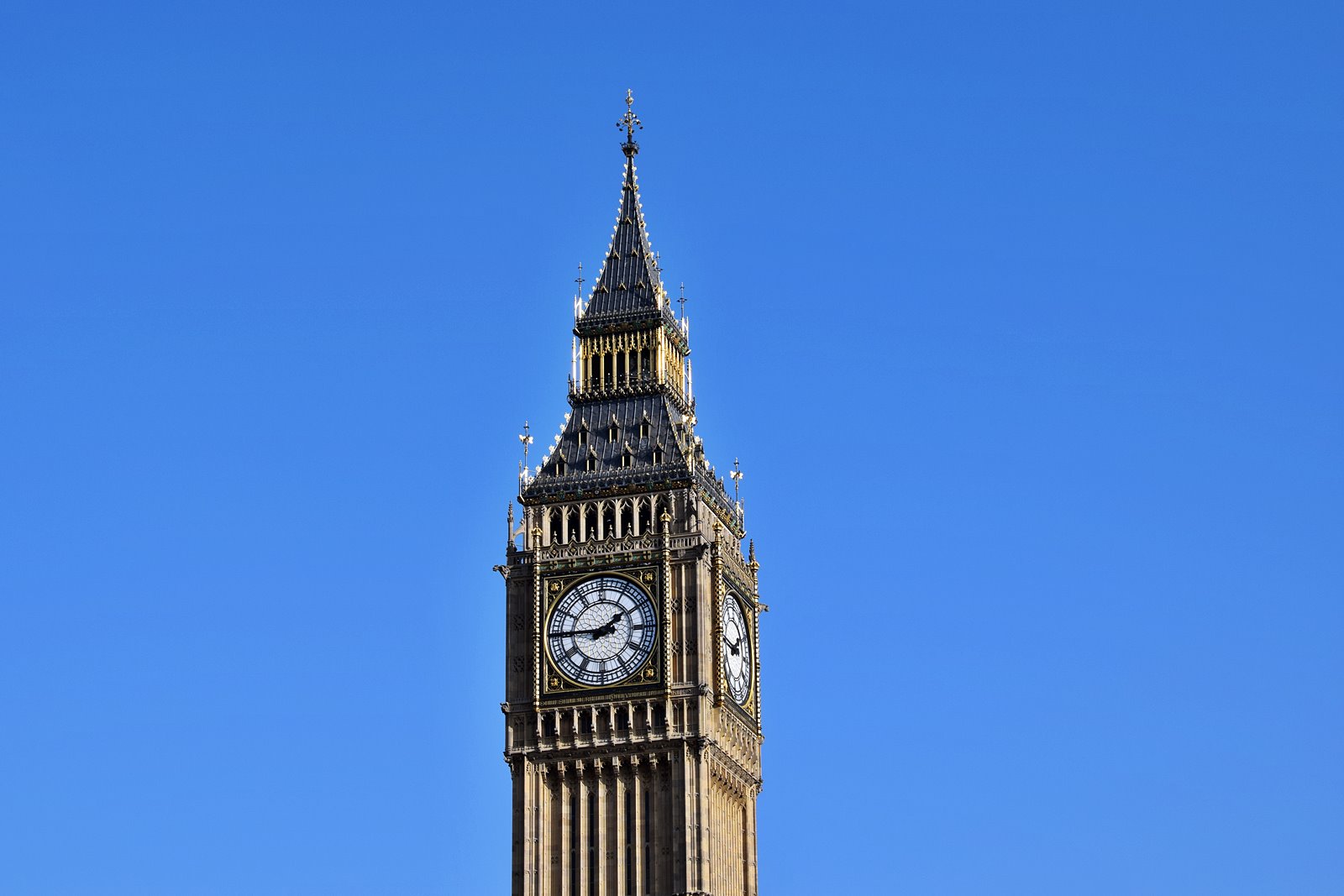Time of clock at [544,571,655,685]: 1:45
